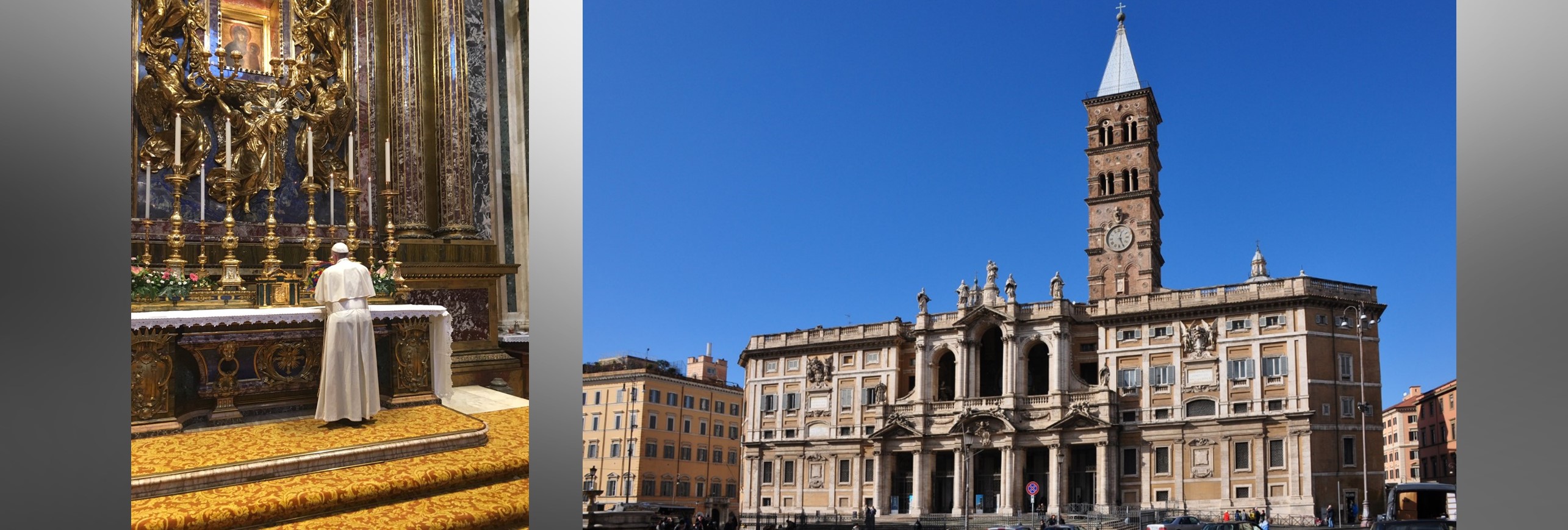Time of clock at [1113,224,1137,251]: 12:25
